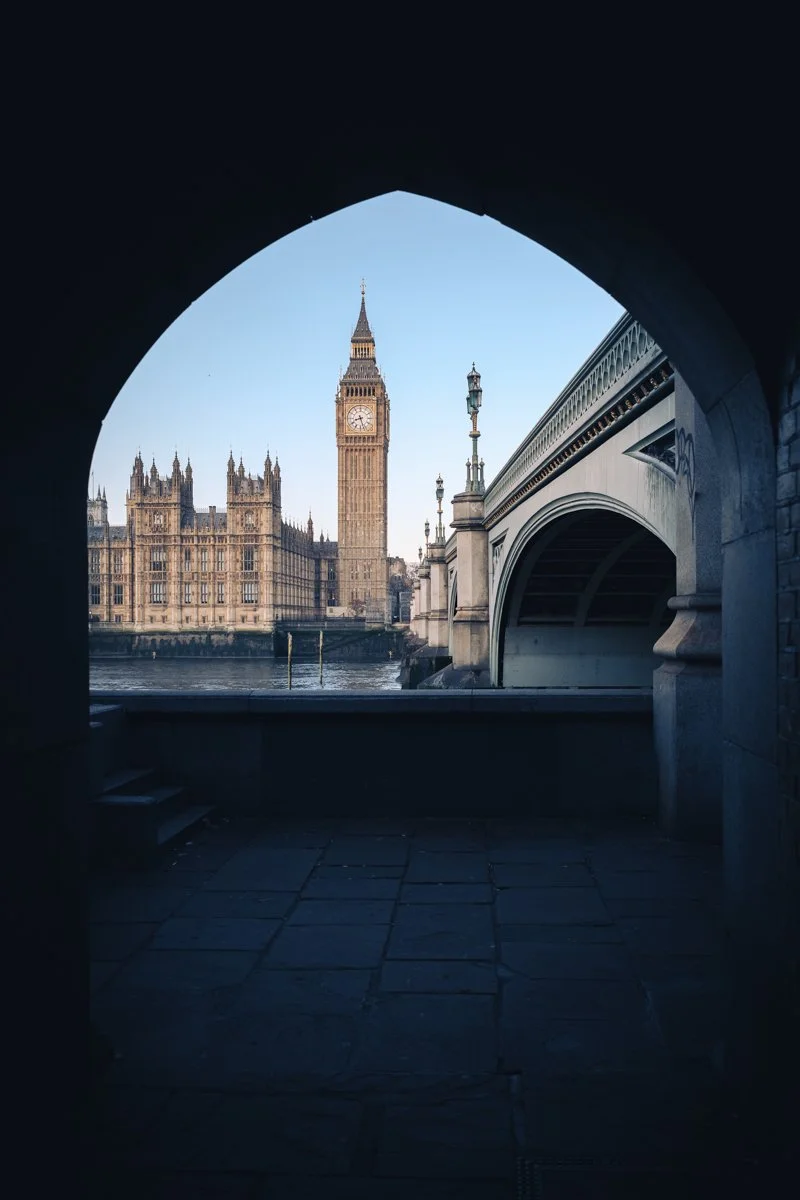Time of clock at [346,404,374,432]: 8:27
